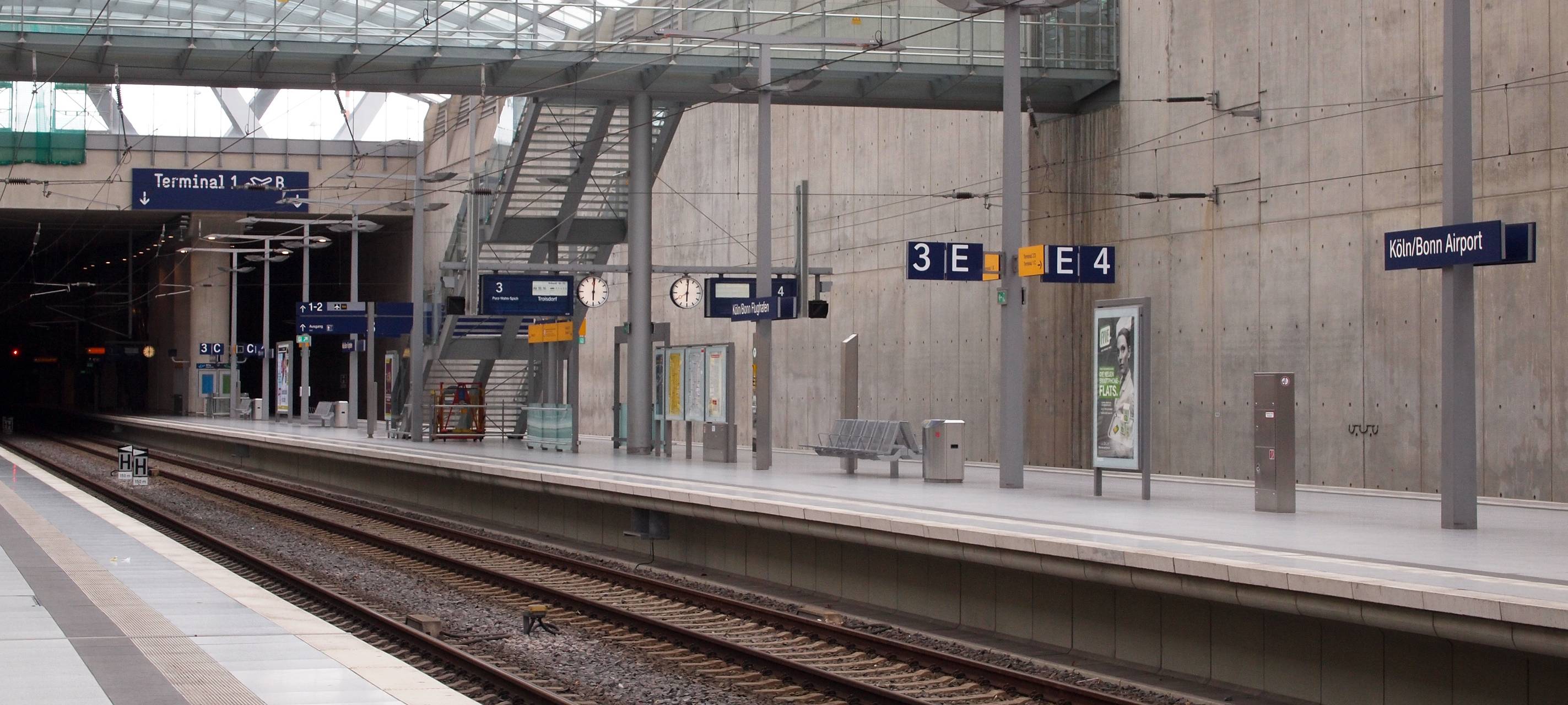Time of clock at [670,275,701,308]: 6:00
